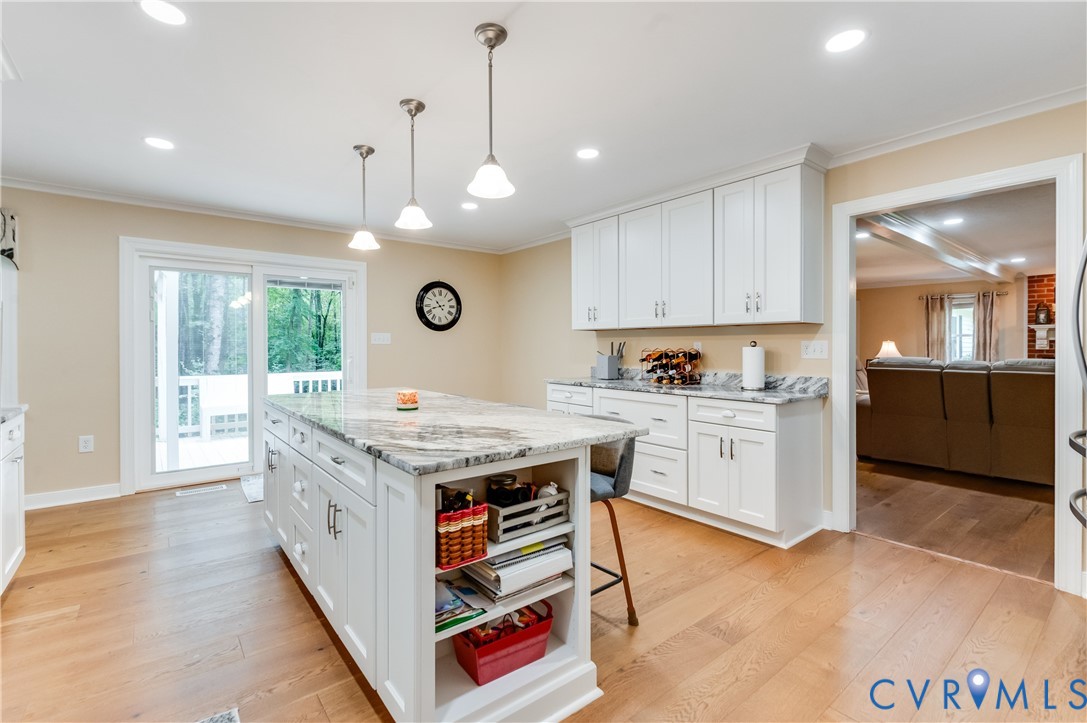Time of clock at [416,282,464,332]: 10:41
